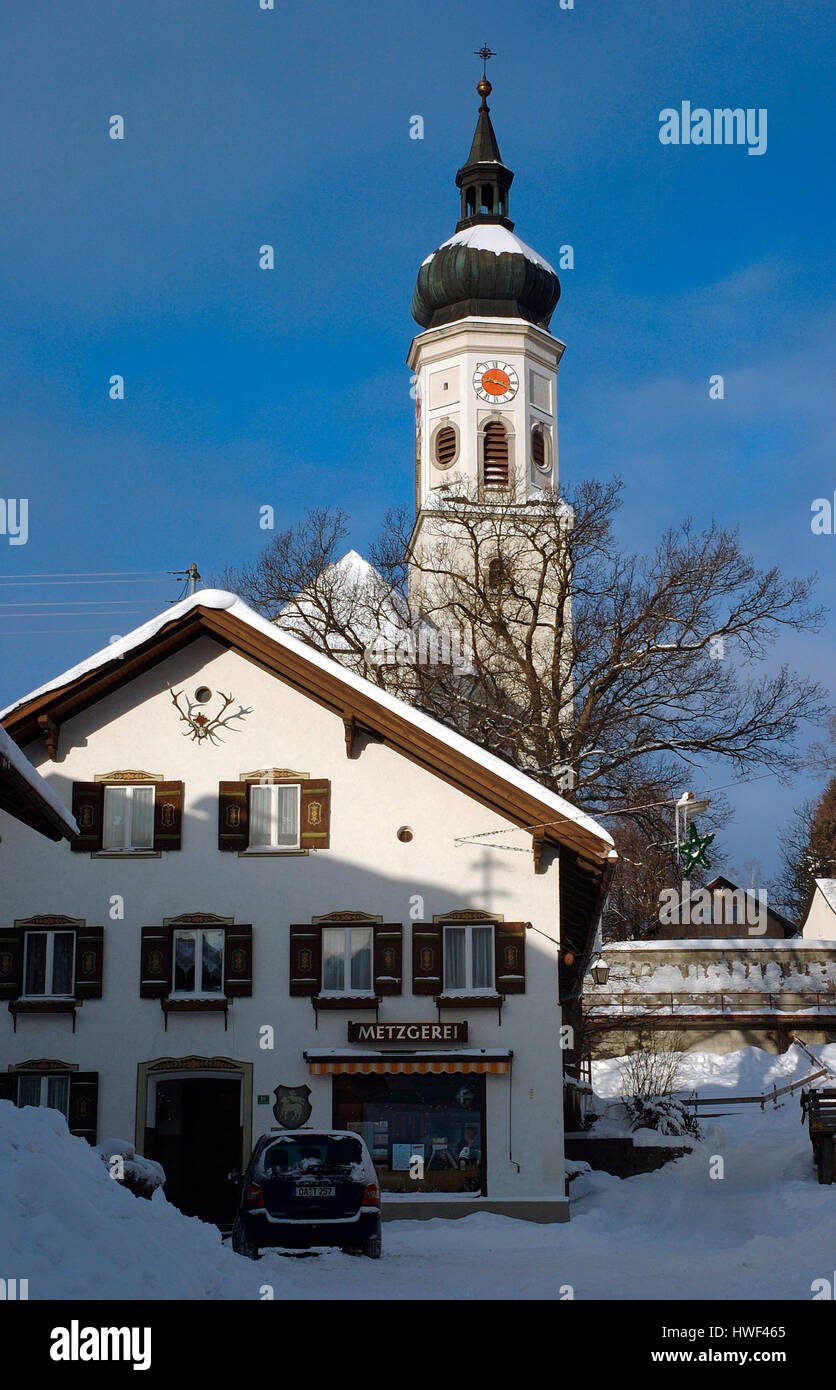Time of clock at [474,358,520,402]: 9:18
